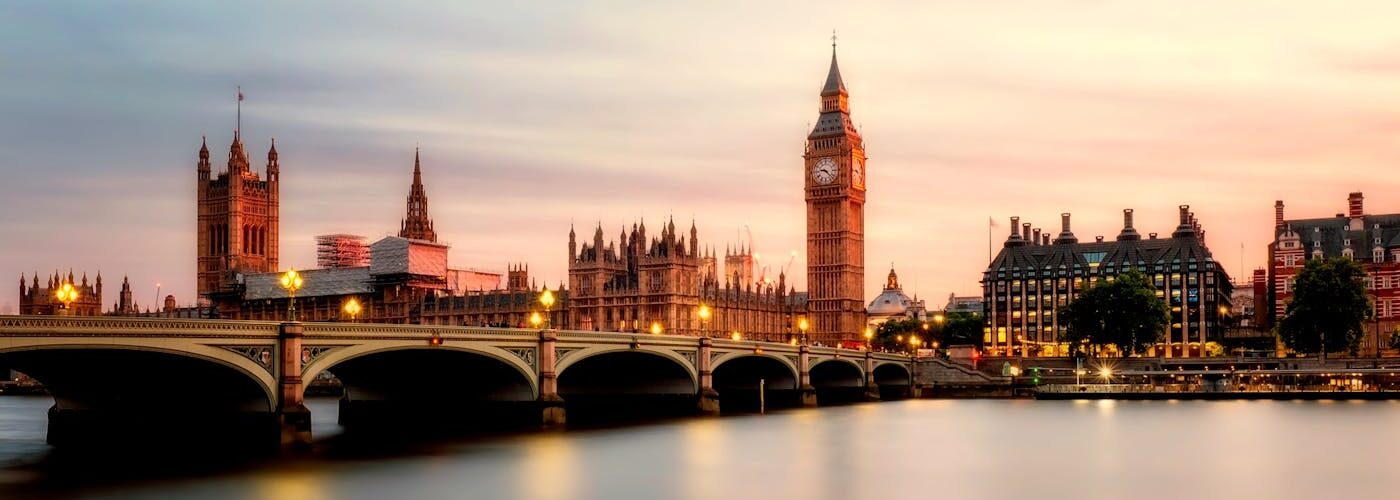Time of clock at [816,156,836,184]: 9:22
